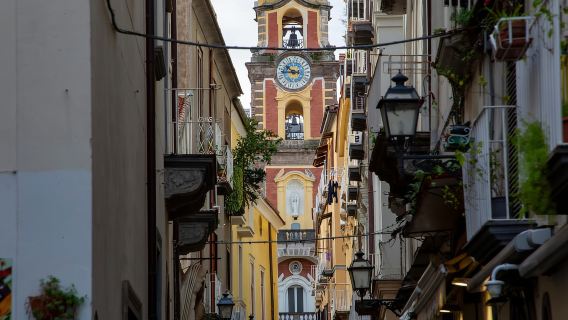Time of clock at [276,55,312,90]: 9:43
